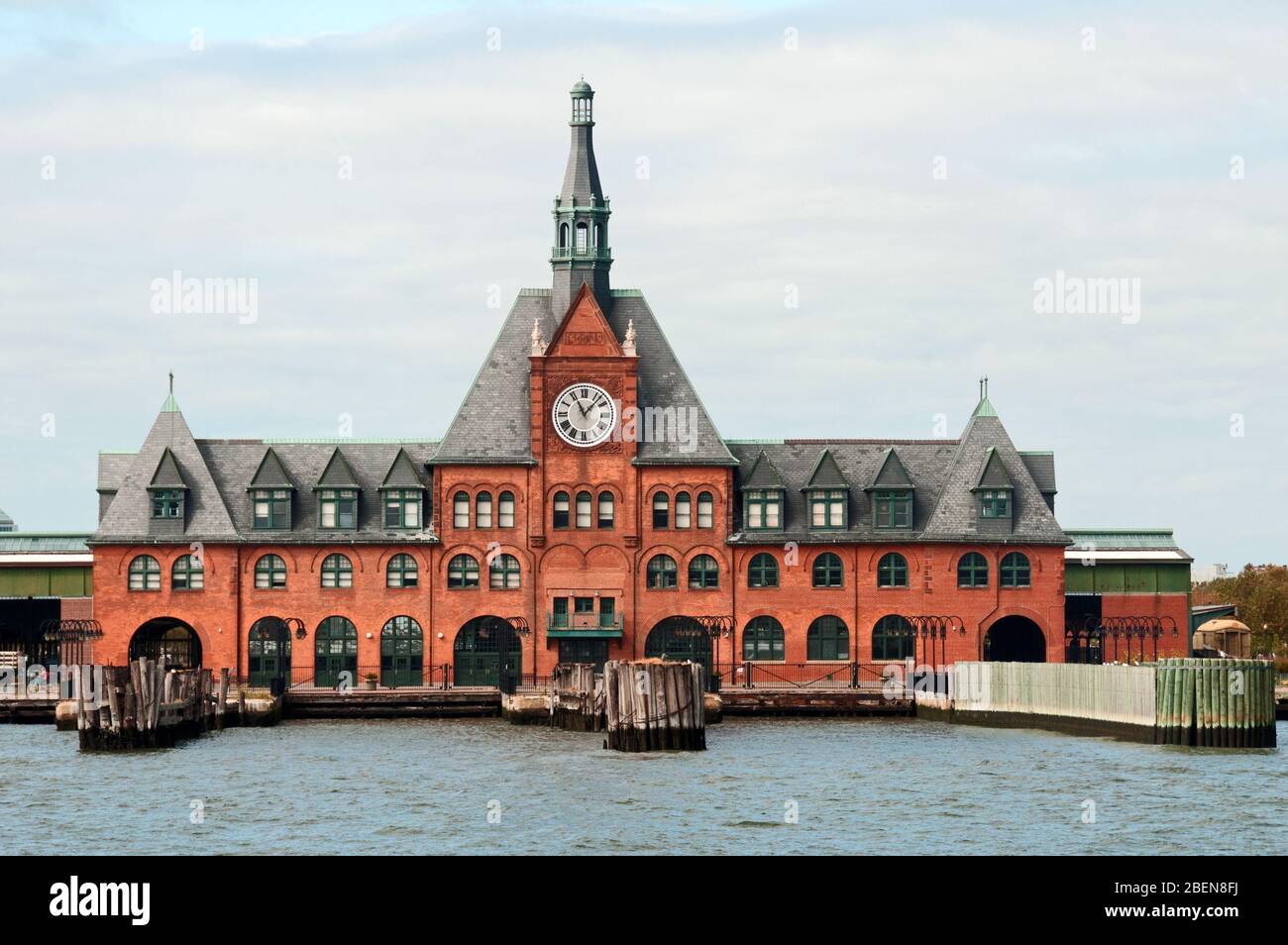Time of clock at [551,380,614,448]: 11:07
